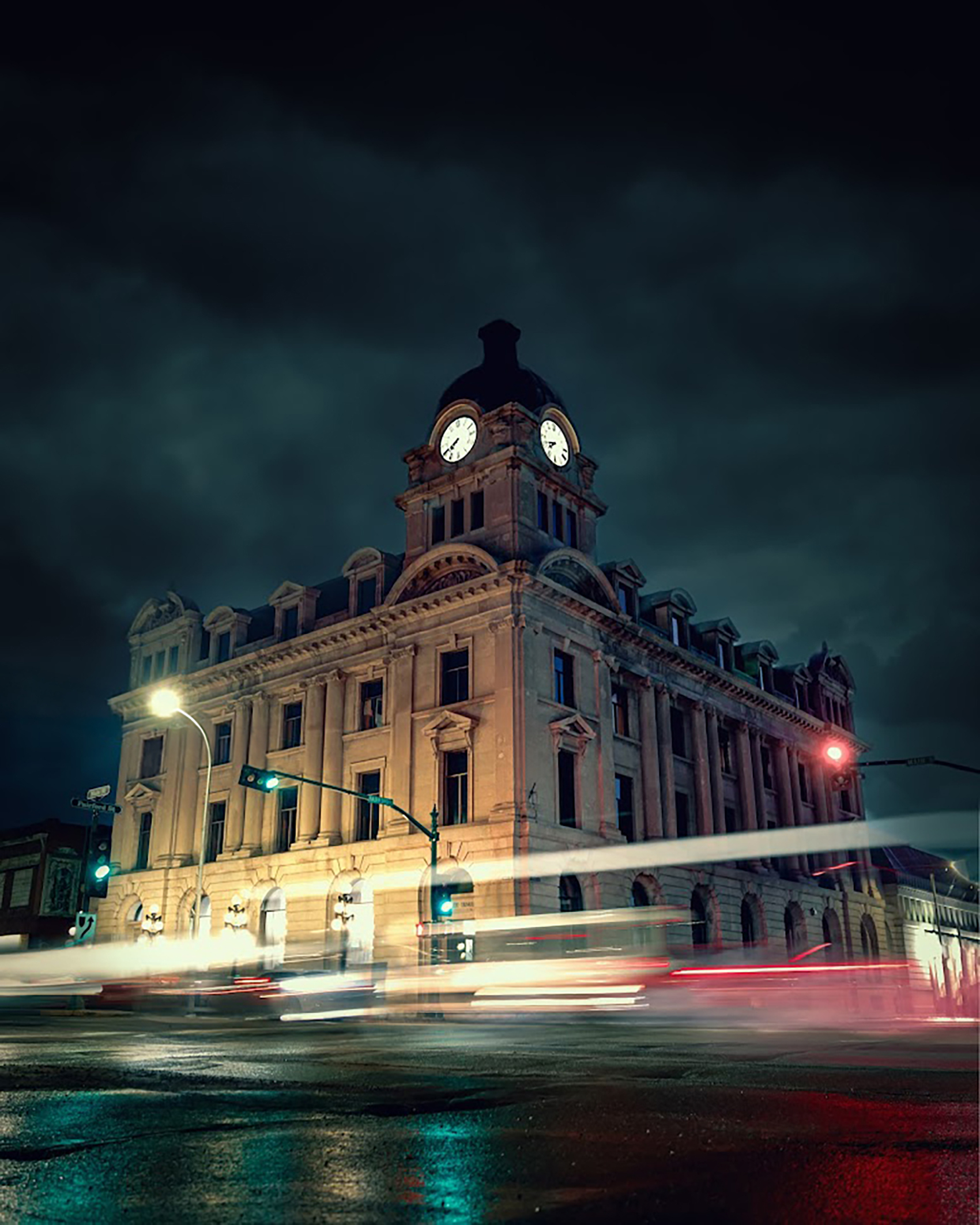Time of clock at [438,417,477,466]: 7:40
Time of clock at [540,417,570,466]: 7:41
